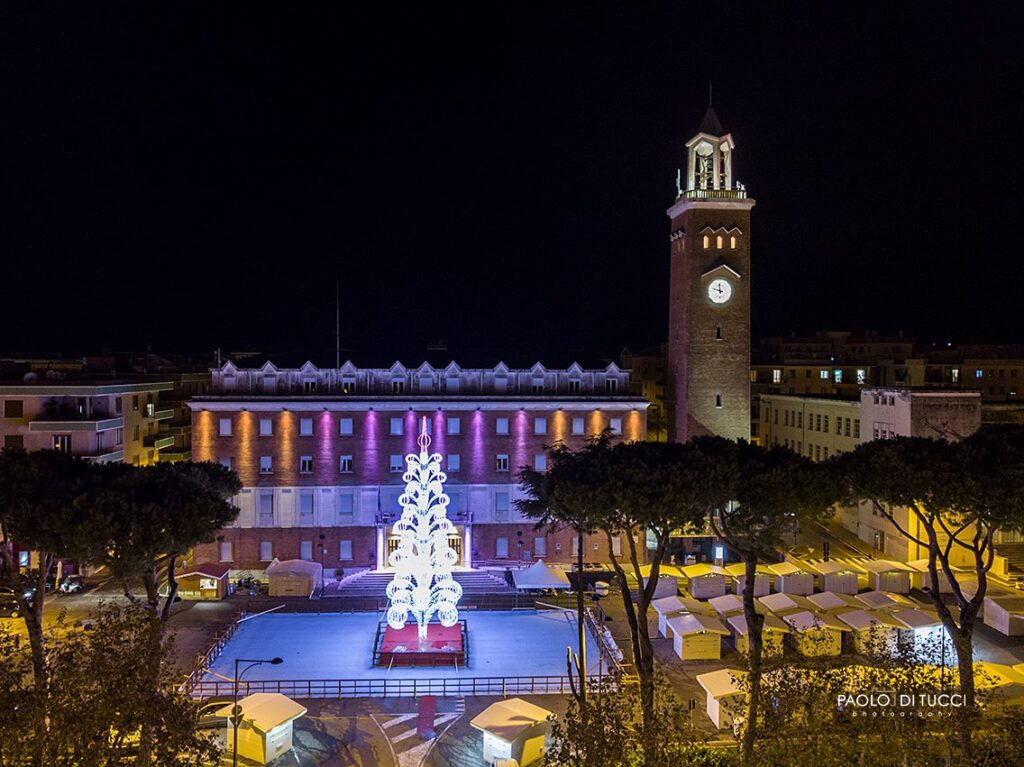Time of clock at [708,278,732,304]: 11:48
